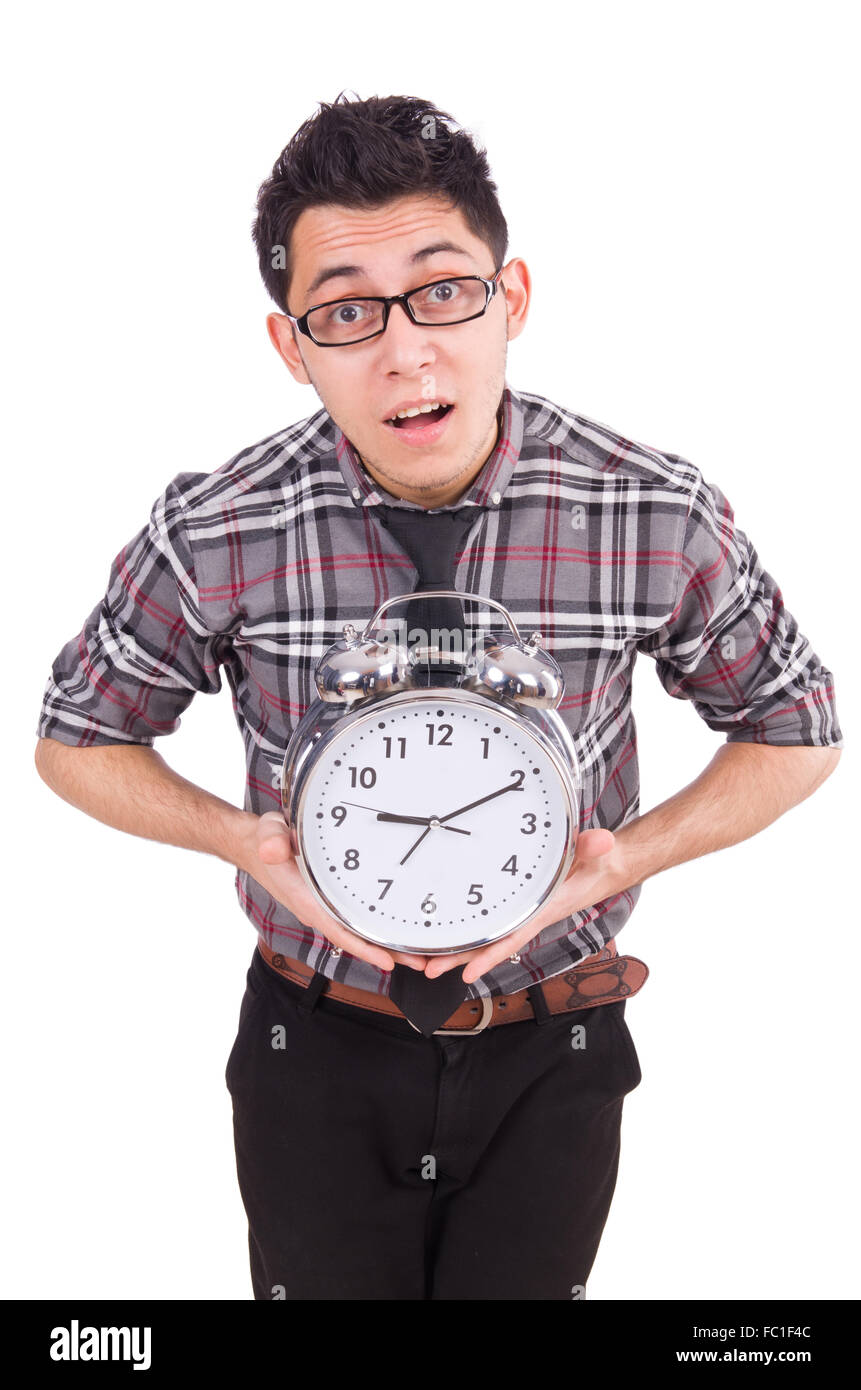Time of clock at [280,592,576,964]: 9:10
